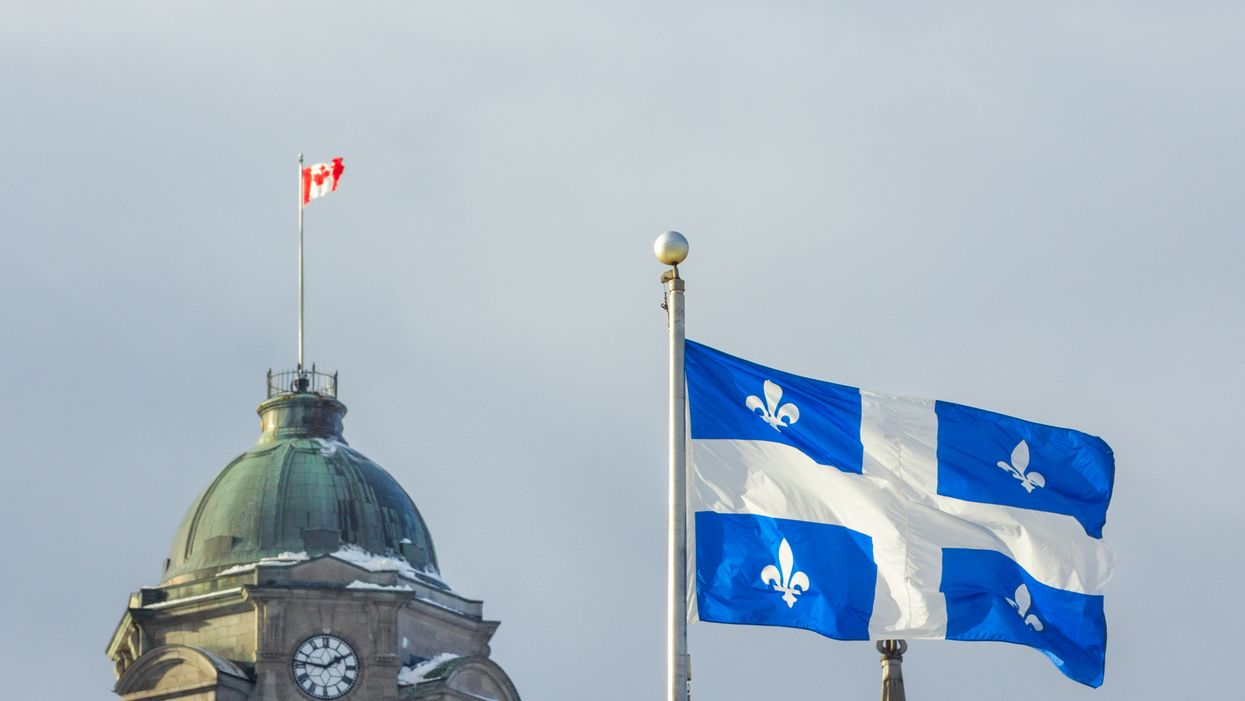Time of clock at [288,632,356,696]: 1:46
